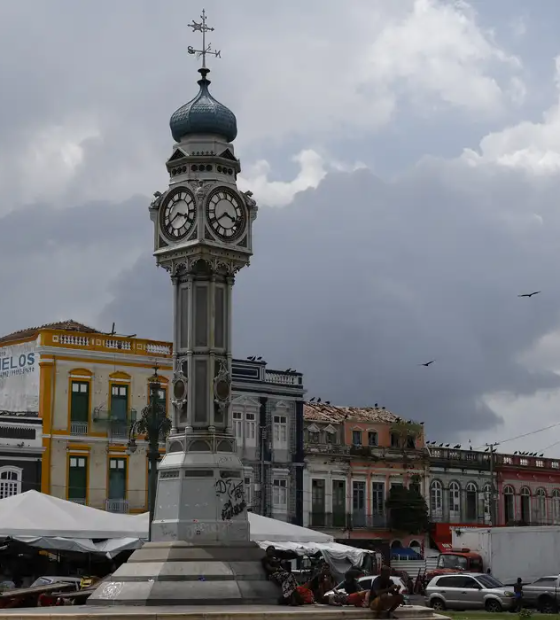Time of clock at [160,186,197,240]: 3:40
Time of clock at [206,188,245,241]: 3:39
